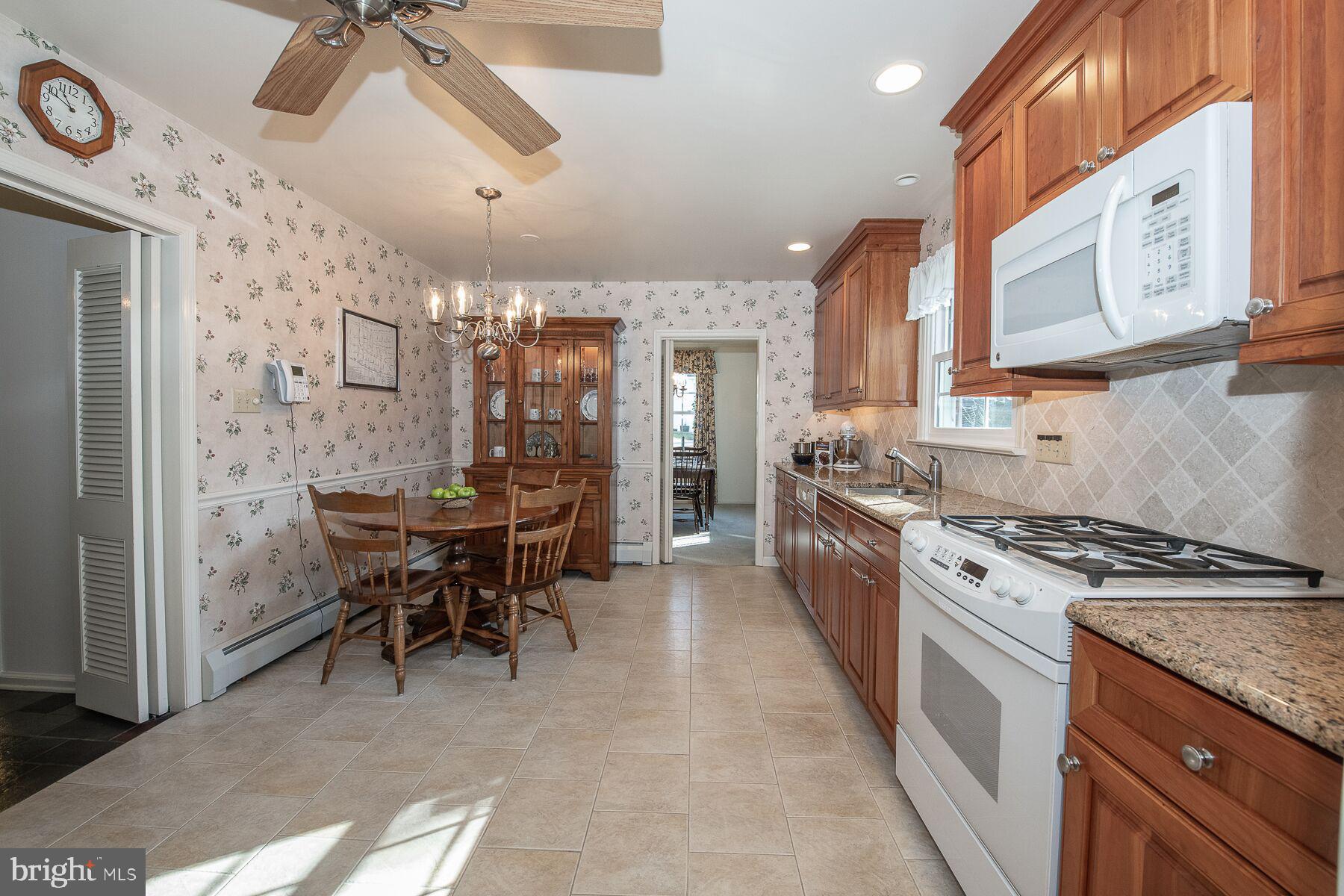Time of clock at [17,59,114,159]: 10:48
